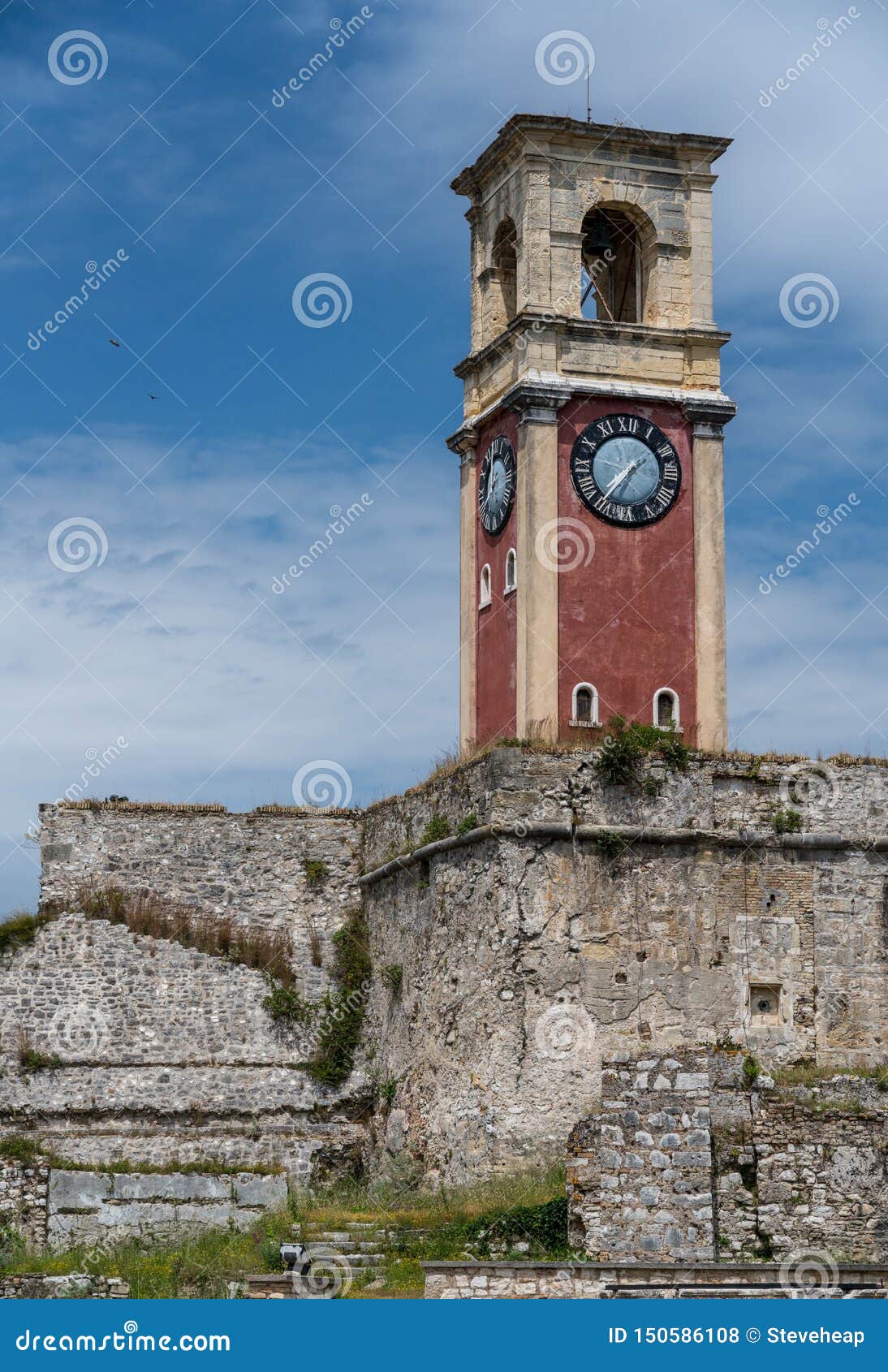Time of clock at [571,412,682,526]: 7:36
